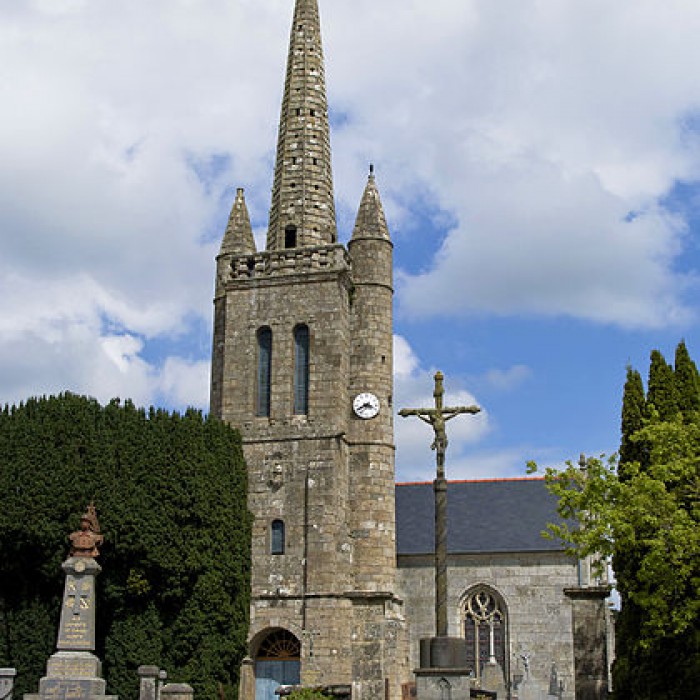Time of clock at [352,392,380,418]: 3:40
